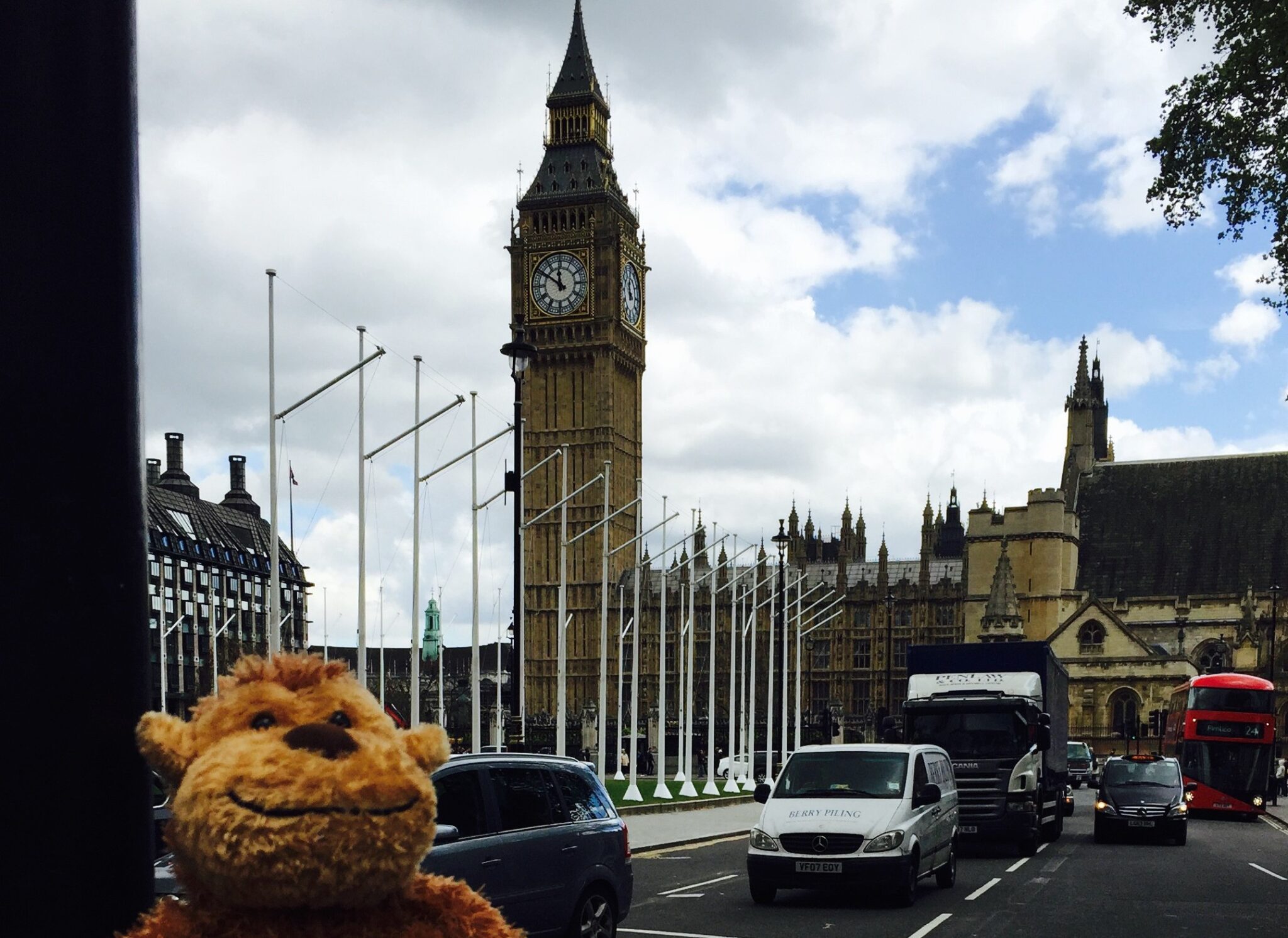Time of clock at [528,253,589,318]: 11:50
